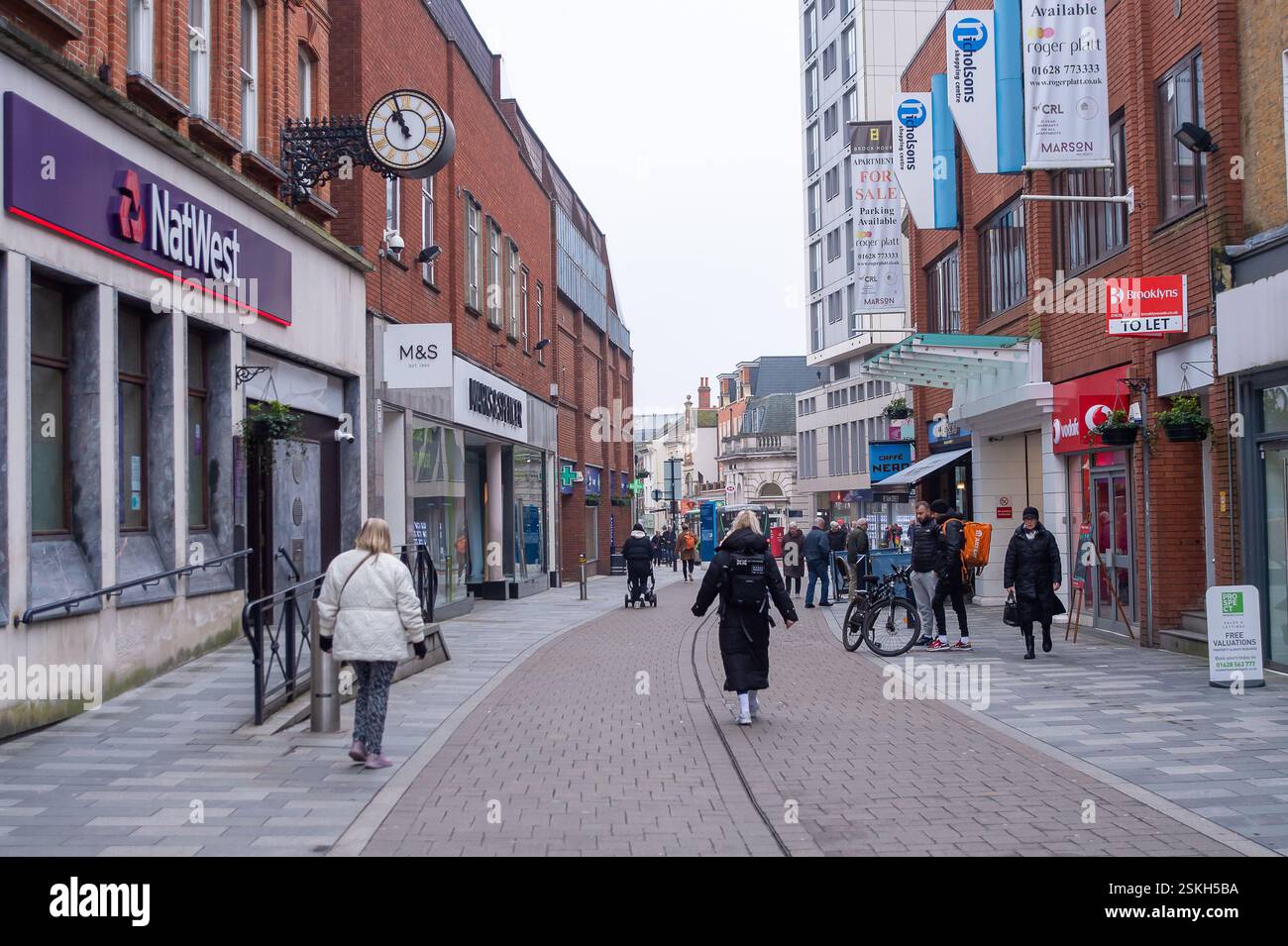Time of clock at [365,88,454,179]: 10:56
